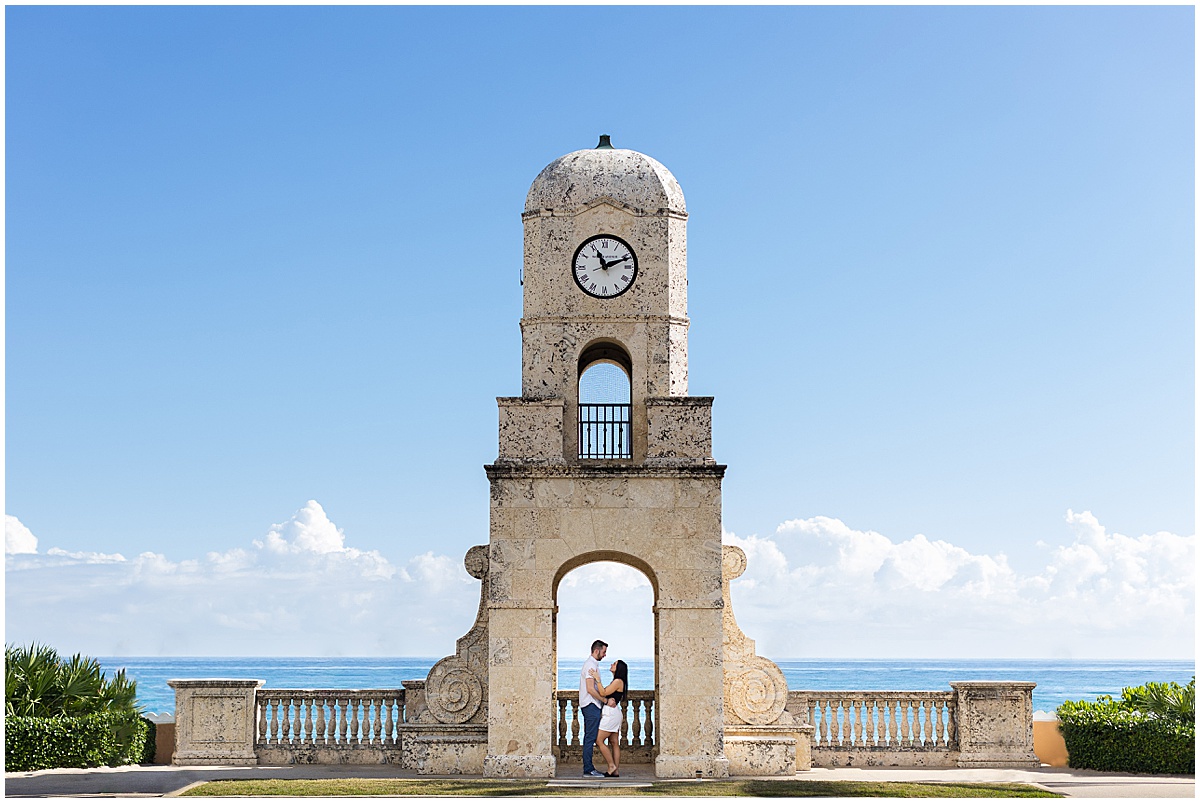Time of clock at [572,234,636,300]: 11:11
